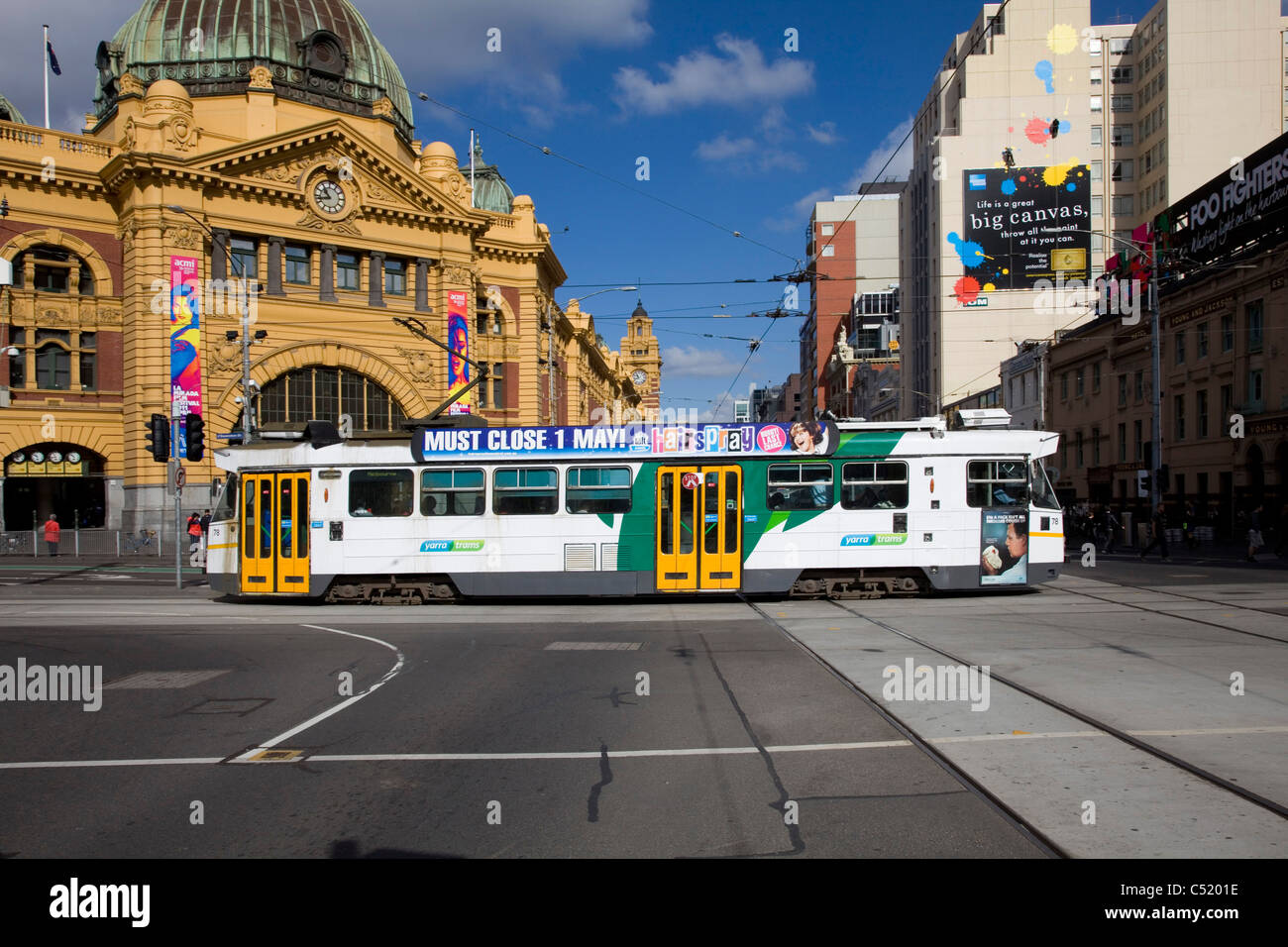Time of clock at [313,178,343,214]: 10:42
